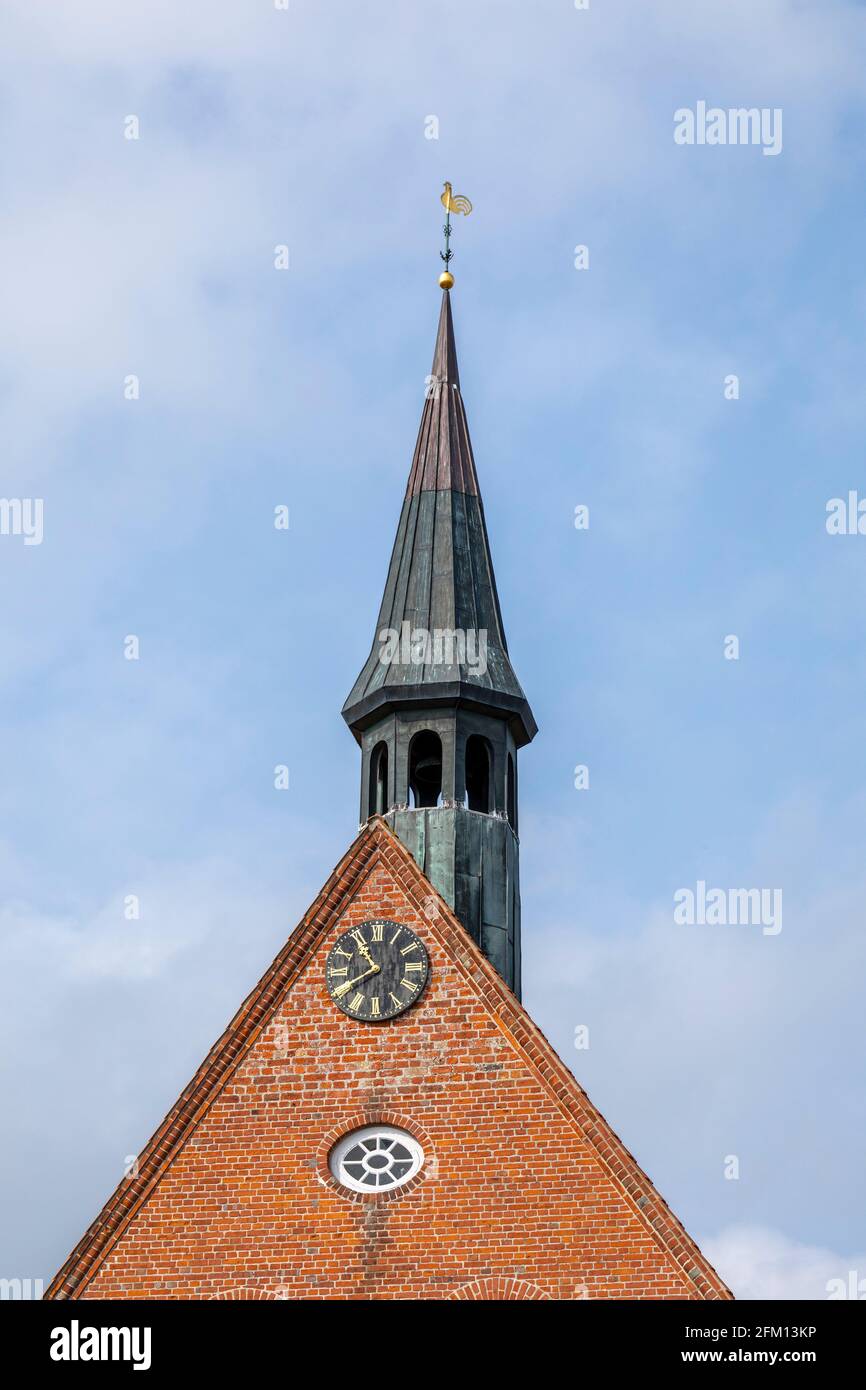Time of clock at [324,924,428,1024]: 10:40
